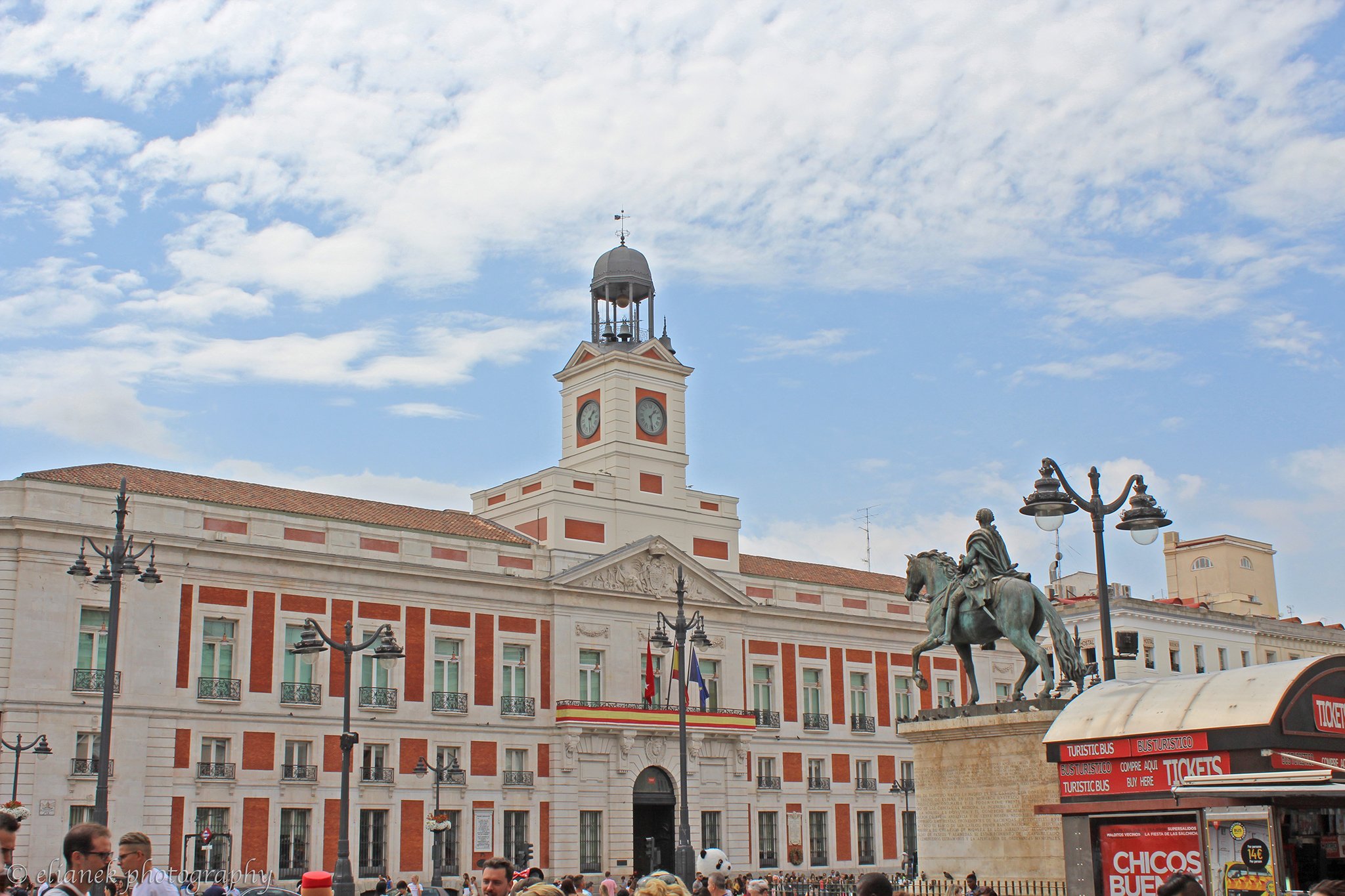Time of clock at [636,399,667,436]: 1:28
